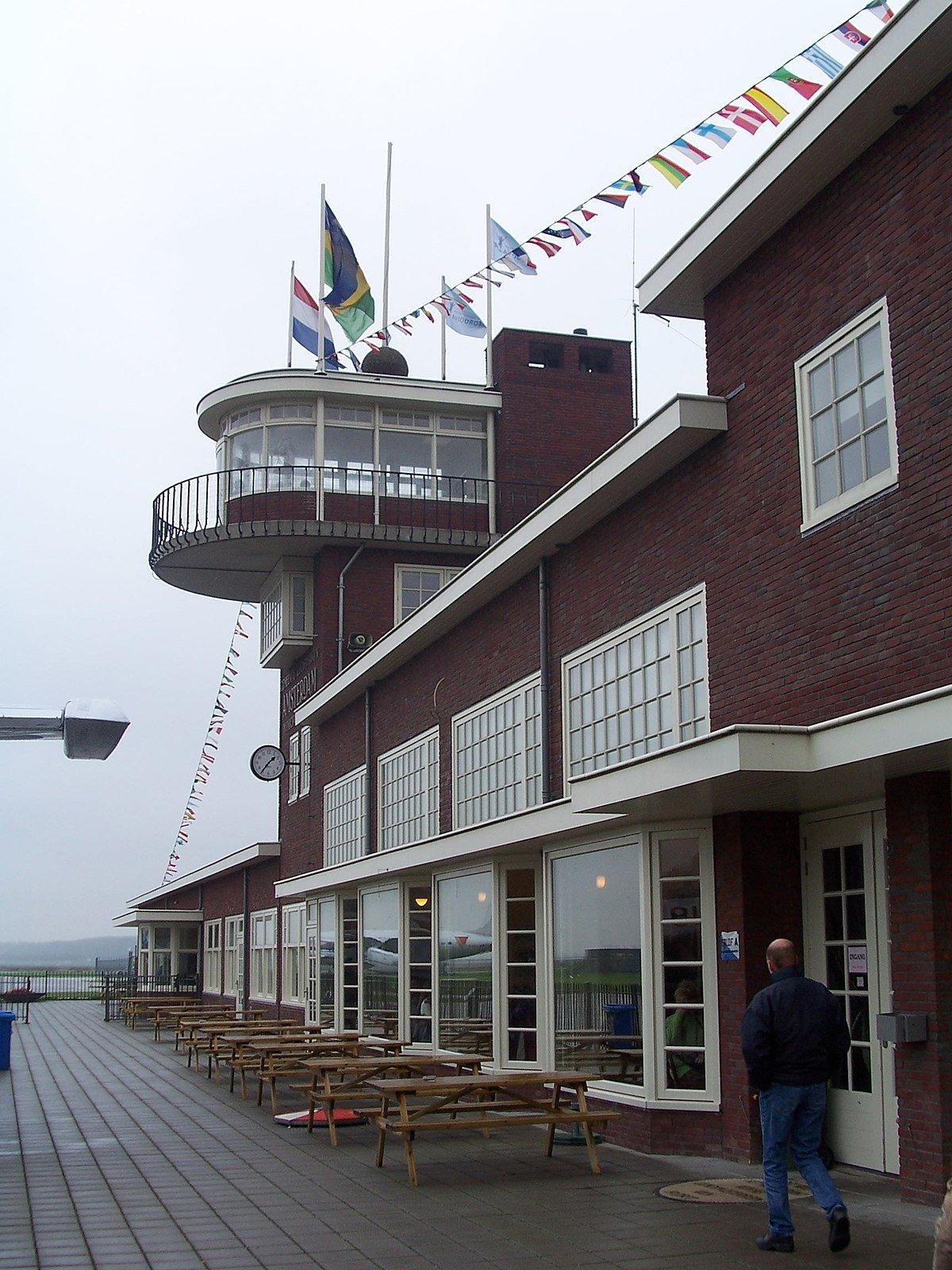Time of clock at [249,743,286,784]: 1:36
